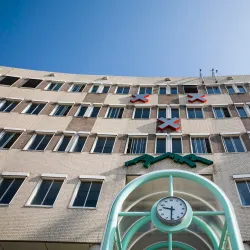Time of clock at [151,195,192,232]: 9:31
